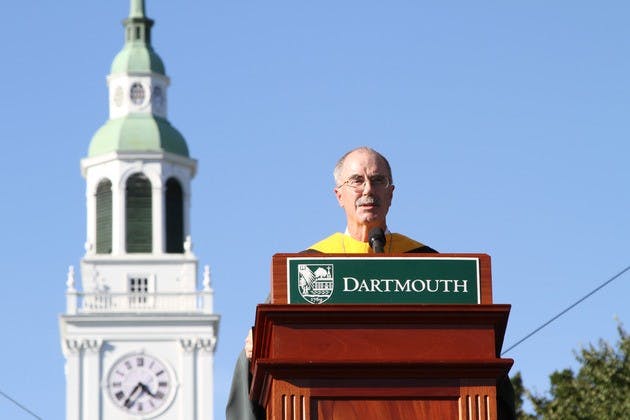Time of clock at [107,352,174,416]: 4:36
